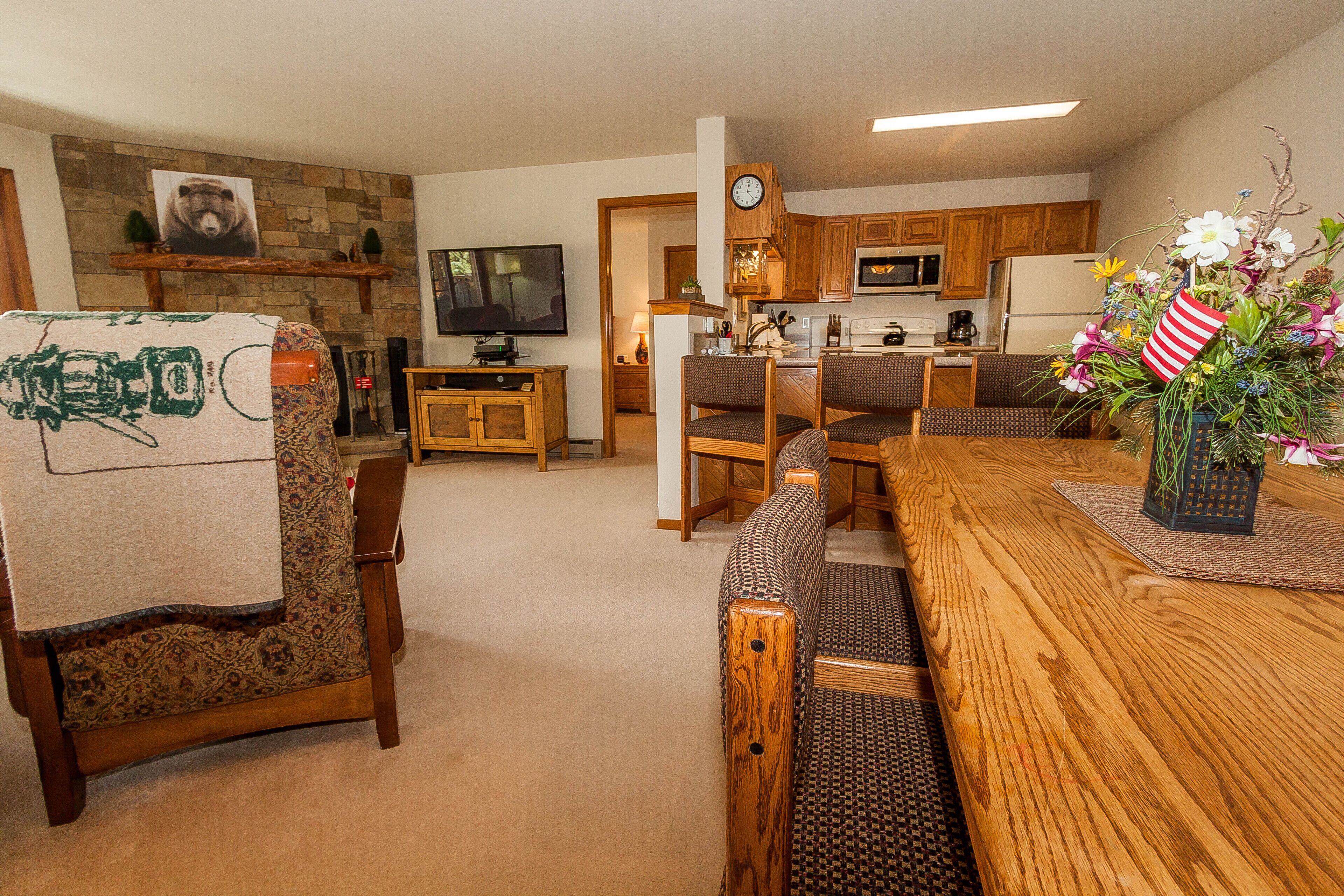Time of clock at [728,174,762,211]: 12:22
